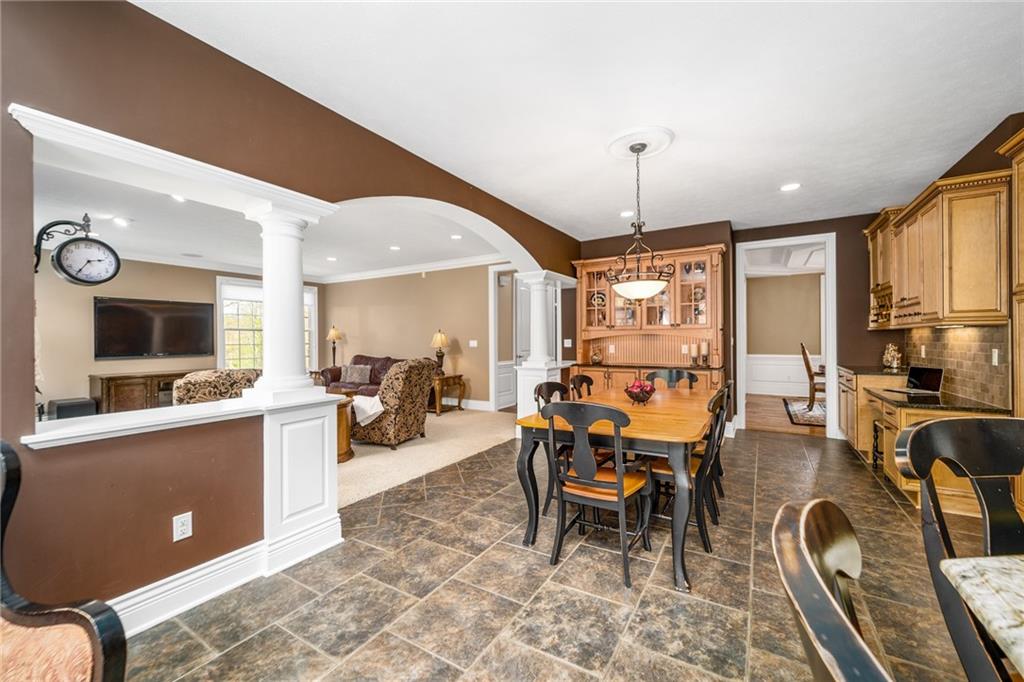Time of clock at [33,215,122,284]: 2:35
